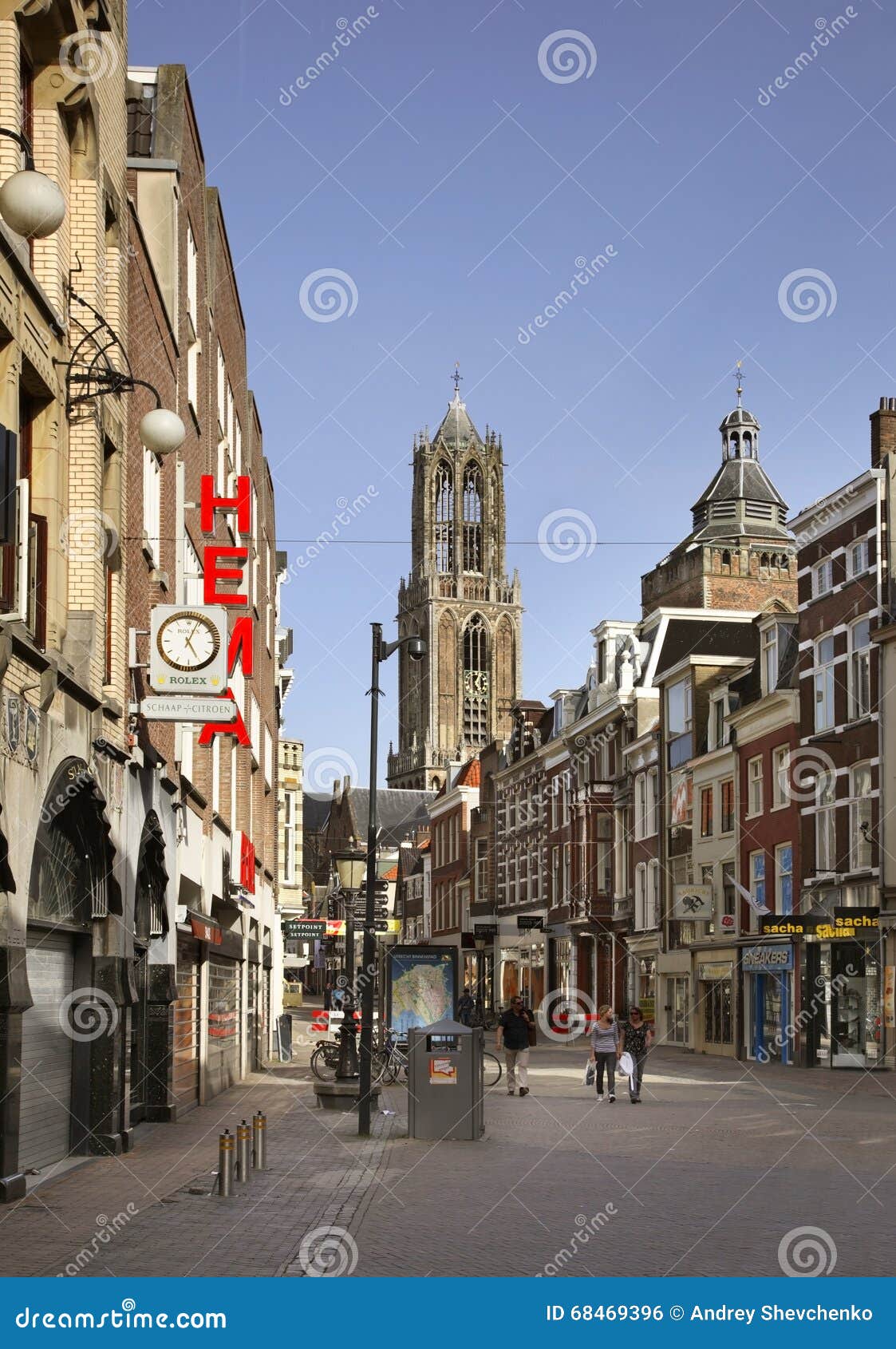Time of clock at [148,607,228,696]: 5:04
